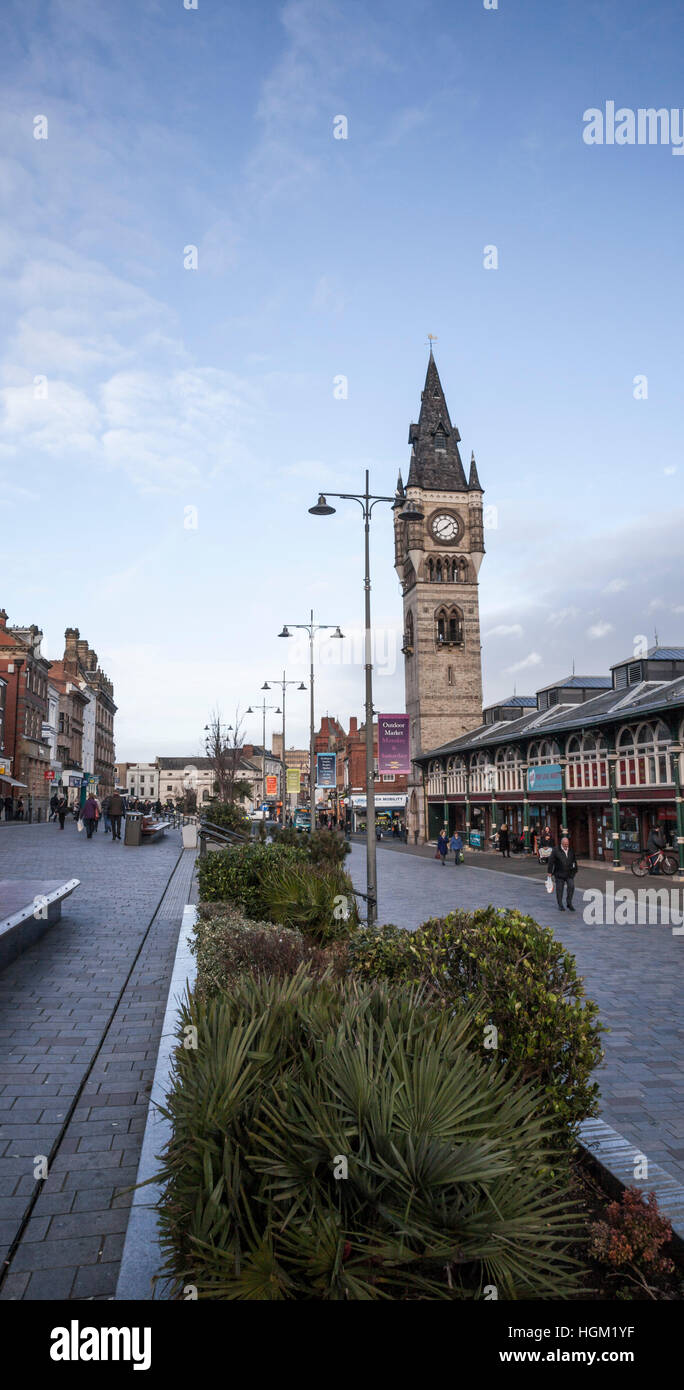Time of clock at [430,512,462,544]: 1:39
